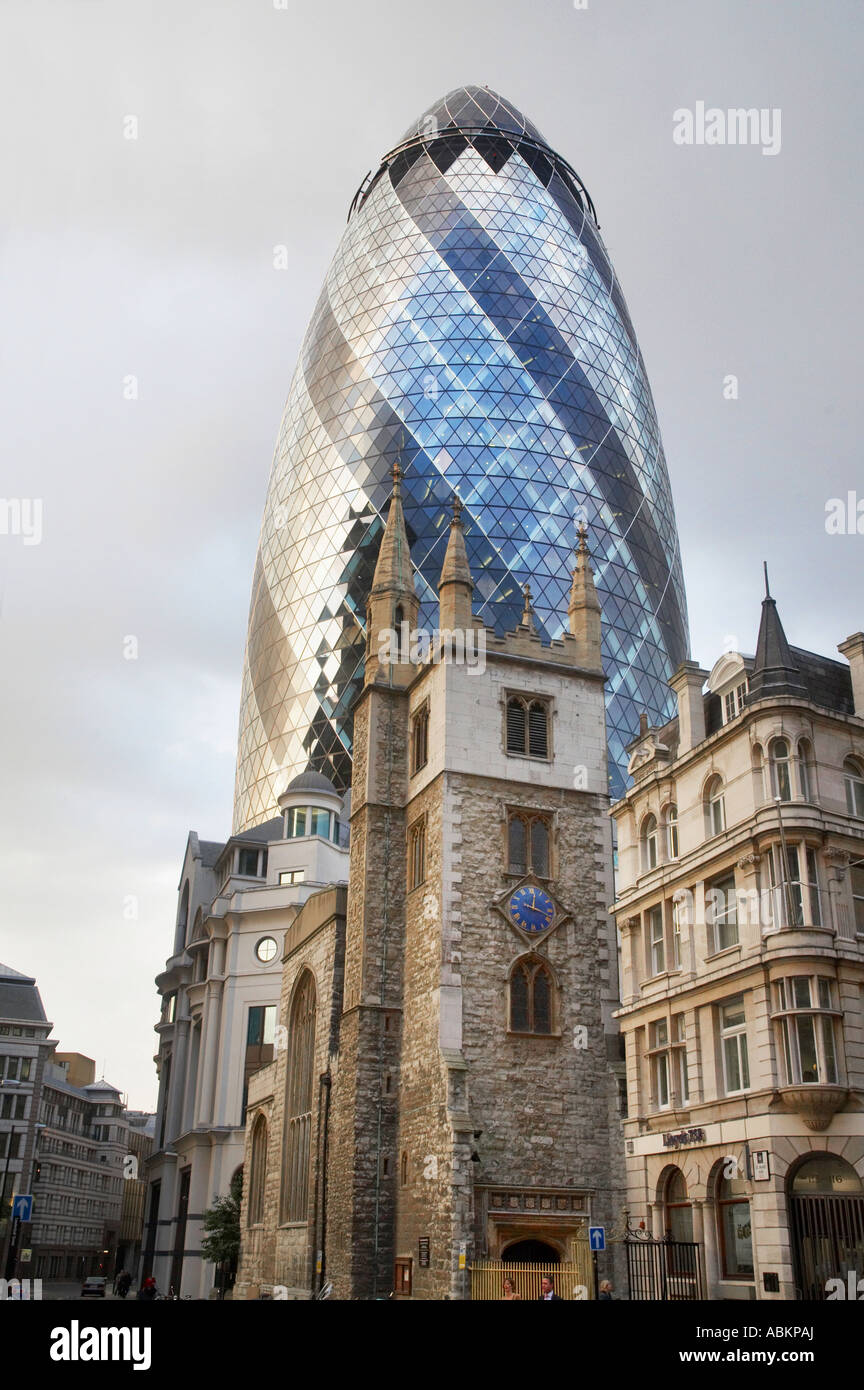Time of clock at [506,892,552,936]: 12:18
